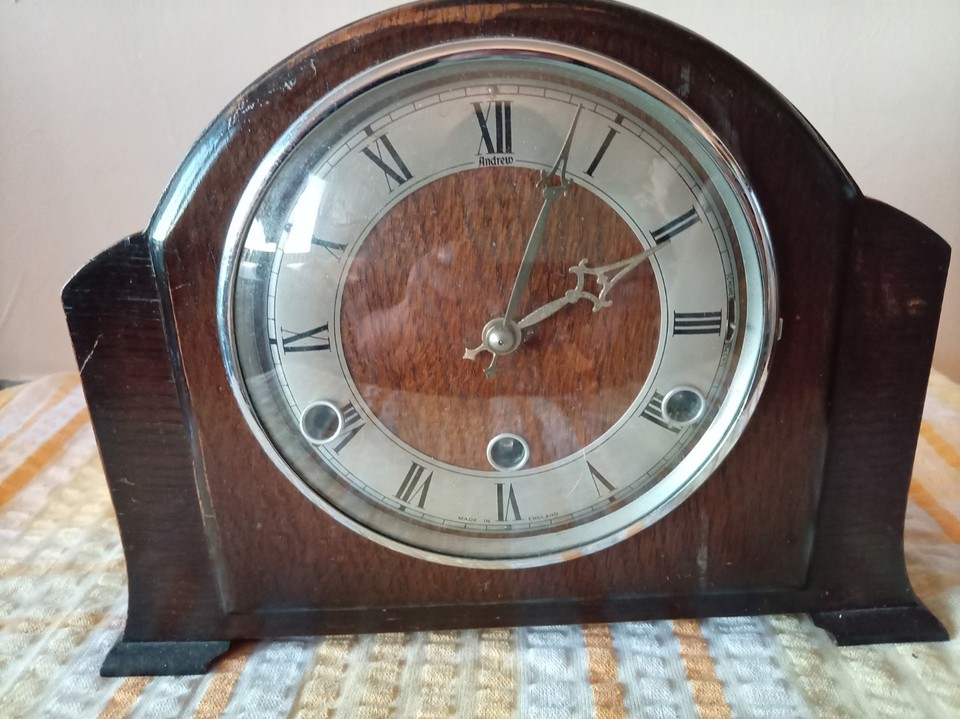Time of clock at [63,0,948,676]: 2:03
